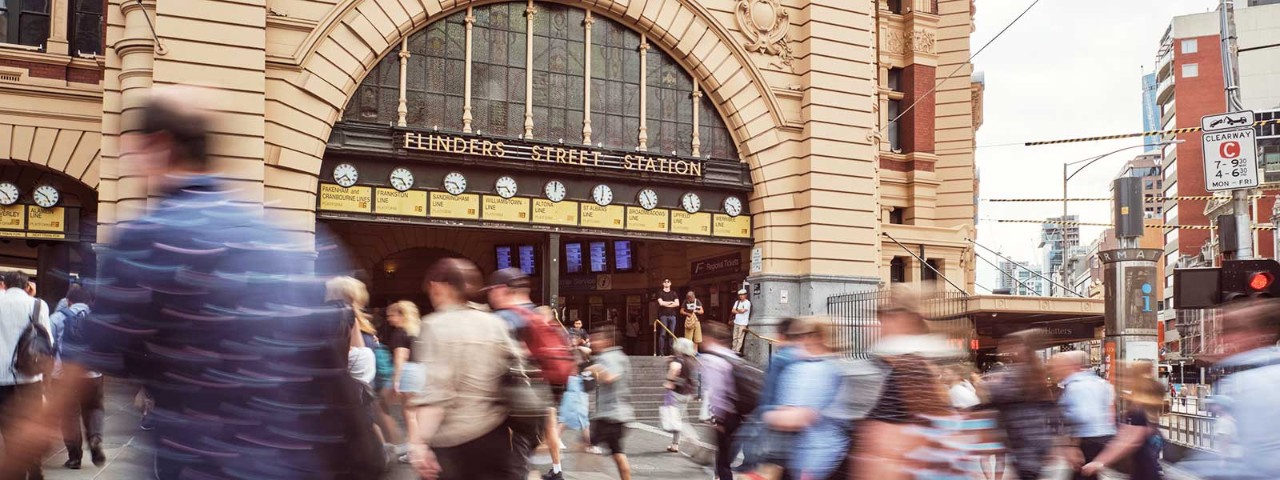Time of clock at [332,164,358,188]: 4:38
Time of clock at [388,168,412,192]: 4:46
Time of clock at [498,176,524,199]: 4:43
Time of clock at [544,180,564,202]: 12:00
